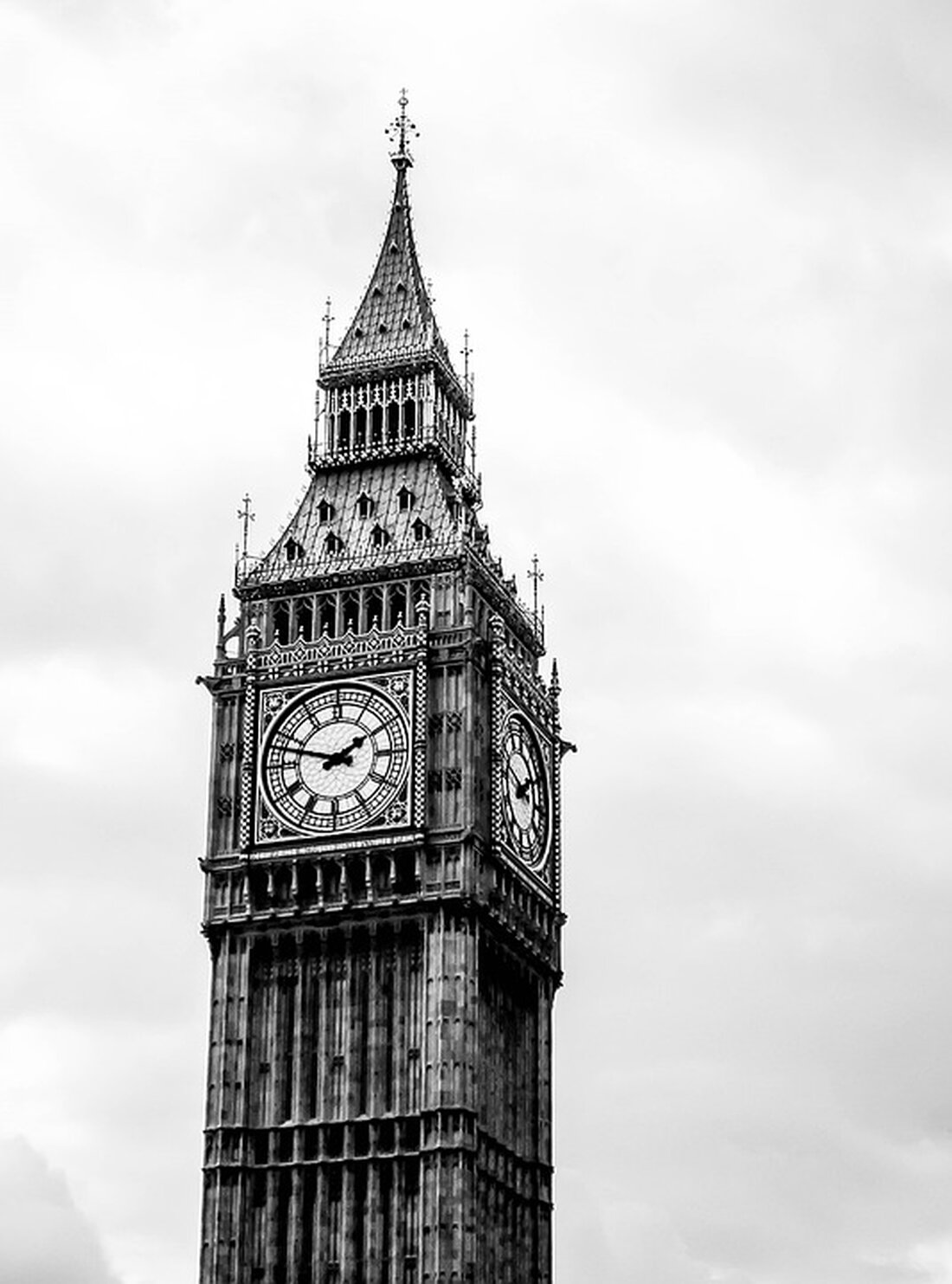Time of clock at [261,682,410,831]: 1:47
